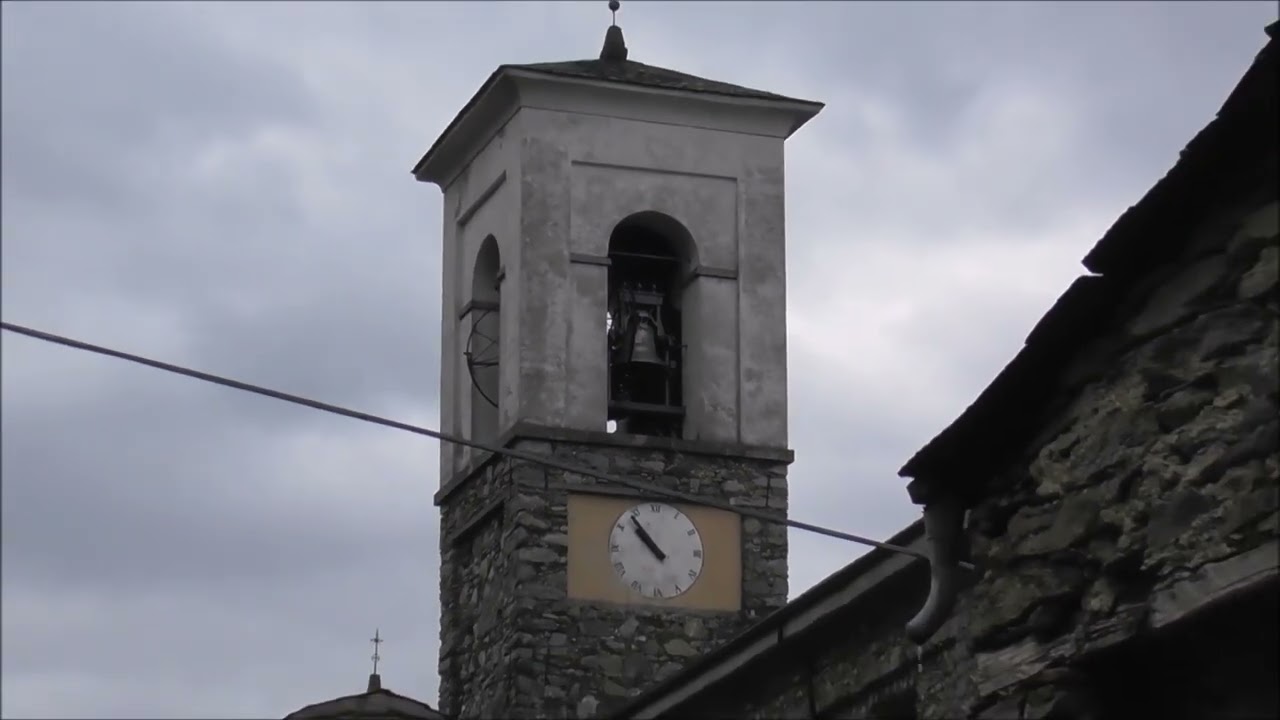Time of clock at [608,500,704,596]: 10:53
